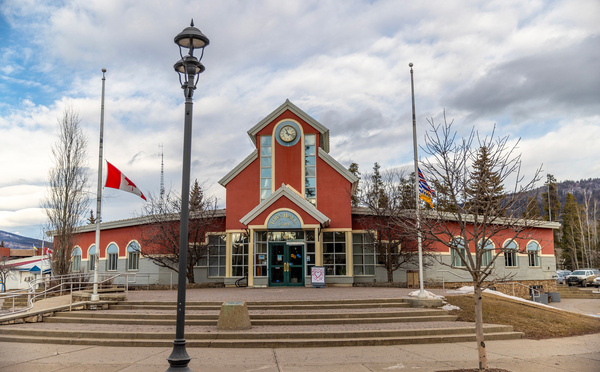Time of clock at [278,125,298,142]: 11:17
